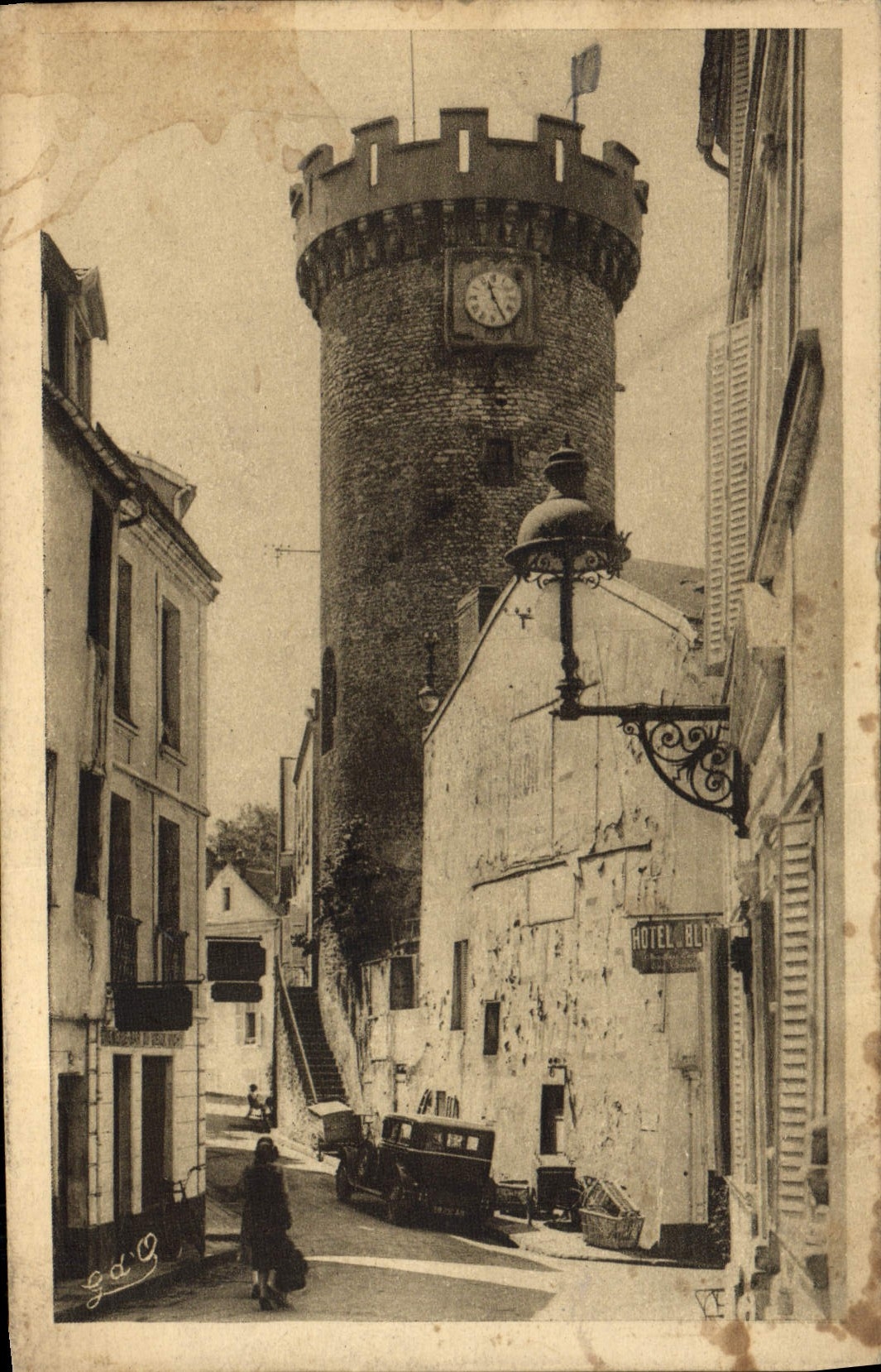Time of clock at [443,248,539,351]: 11:24
